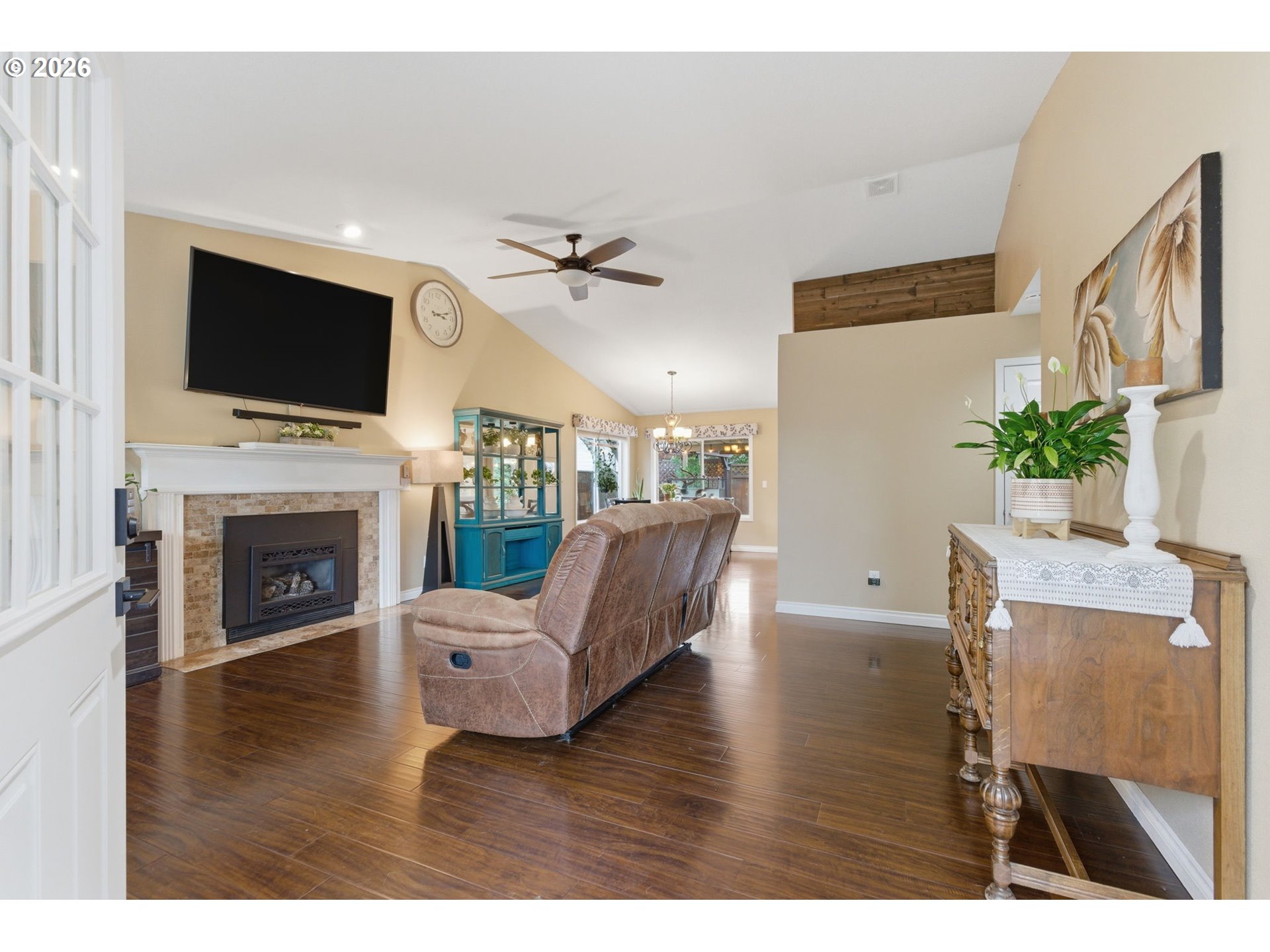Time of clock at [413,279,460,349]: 3:11
